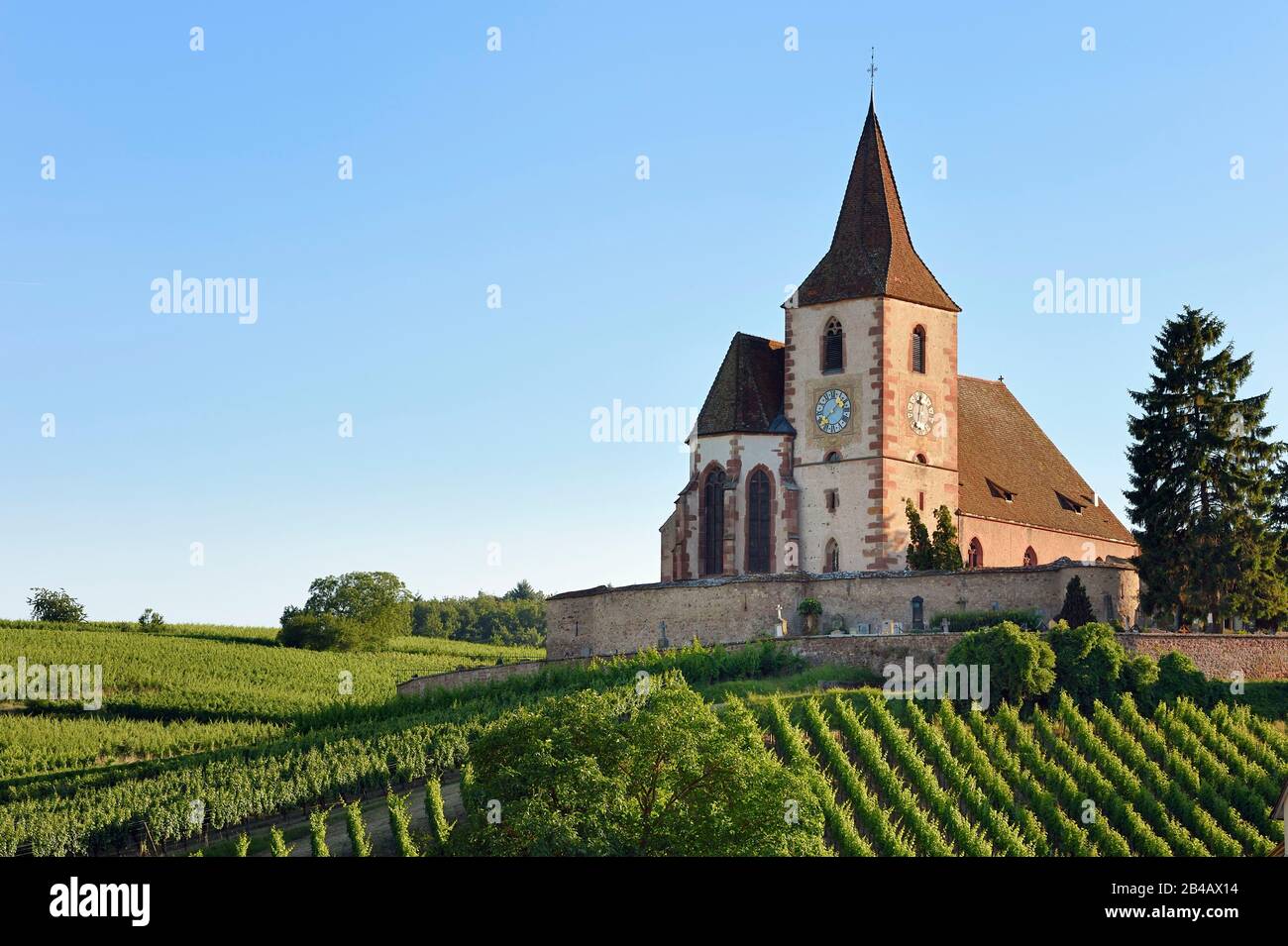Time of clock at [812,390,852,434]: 1:38
